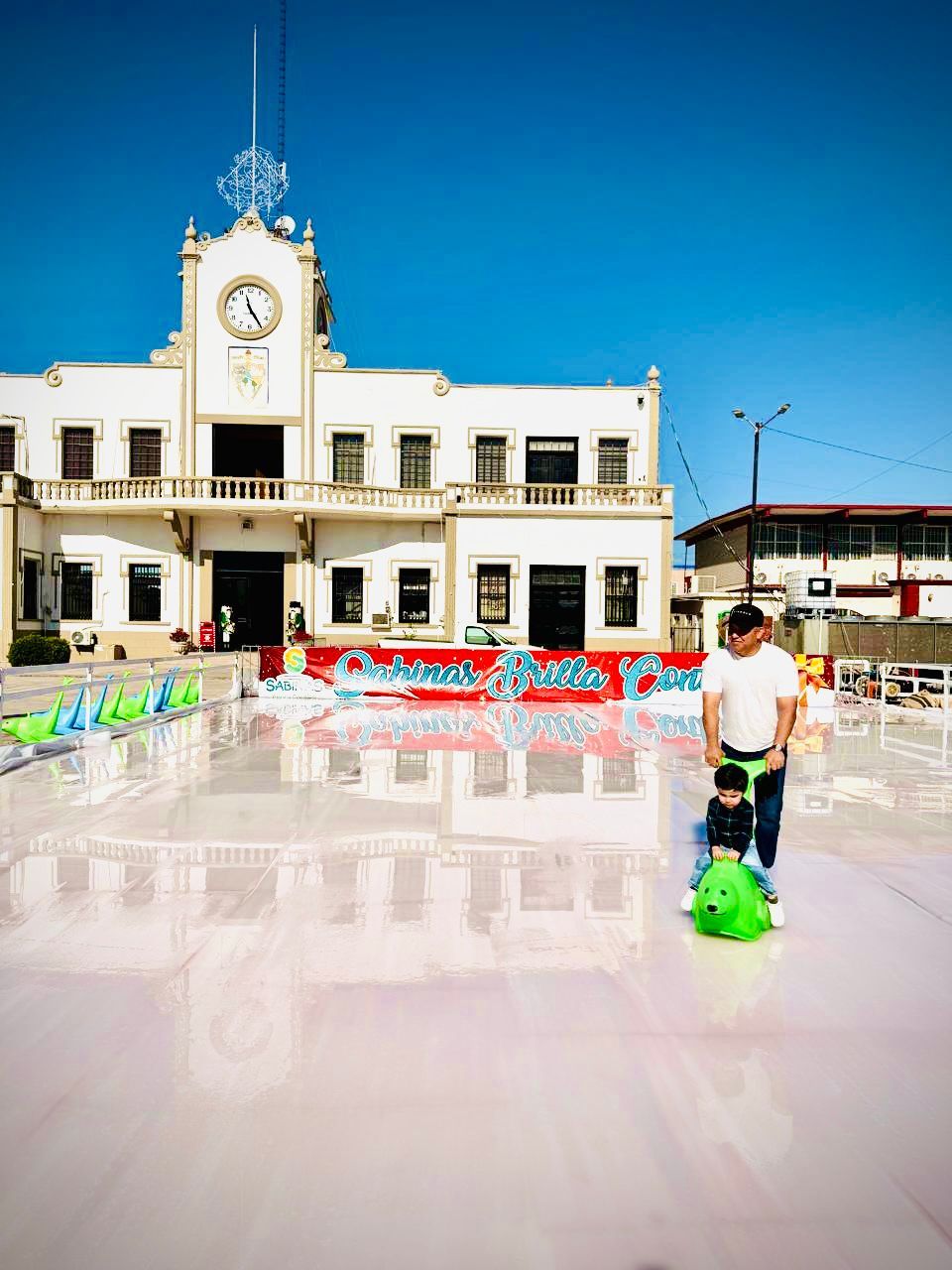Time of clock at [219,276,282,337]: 11:24
